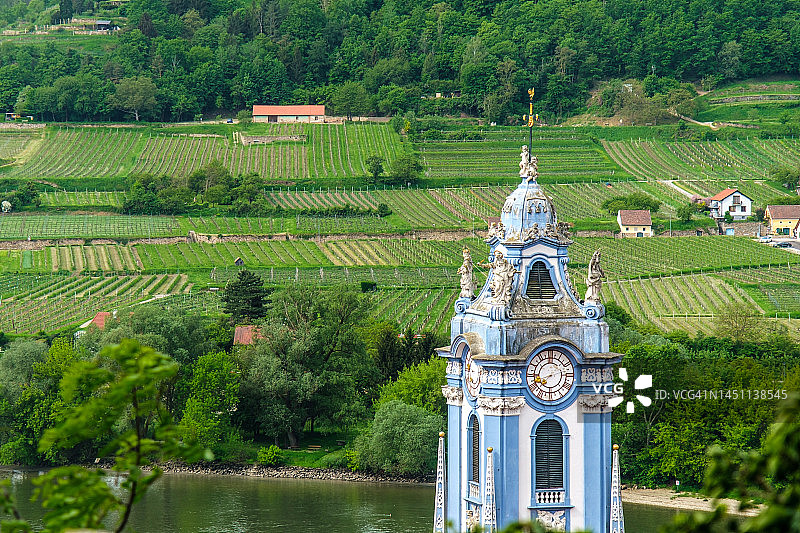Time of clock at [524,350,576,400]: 7:41
